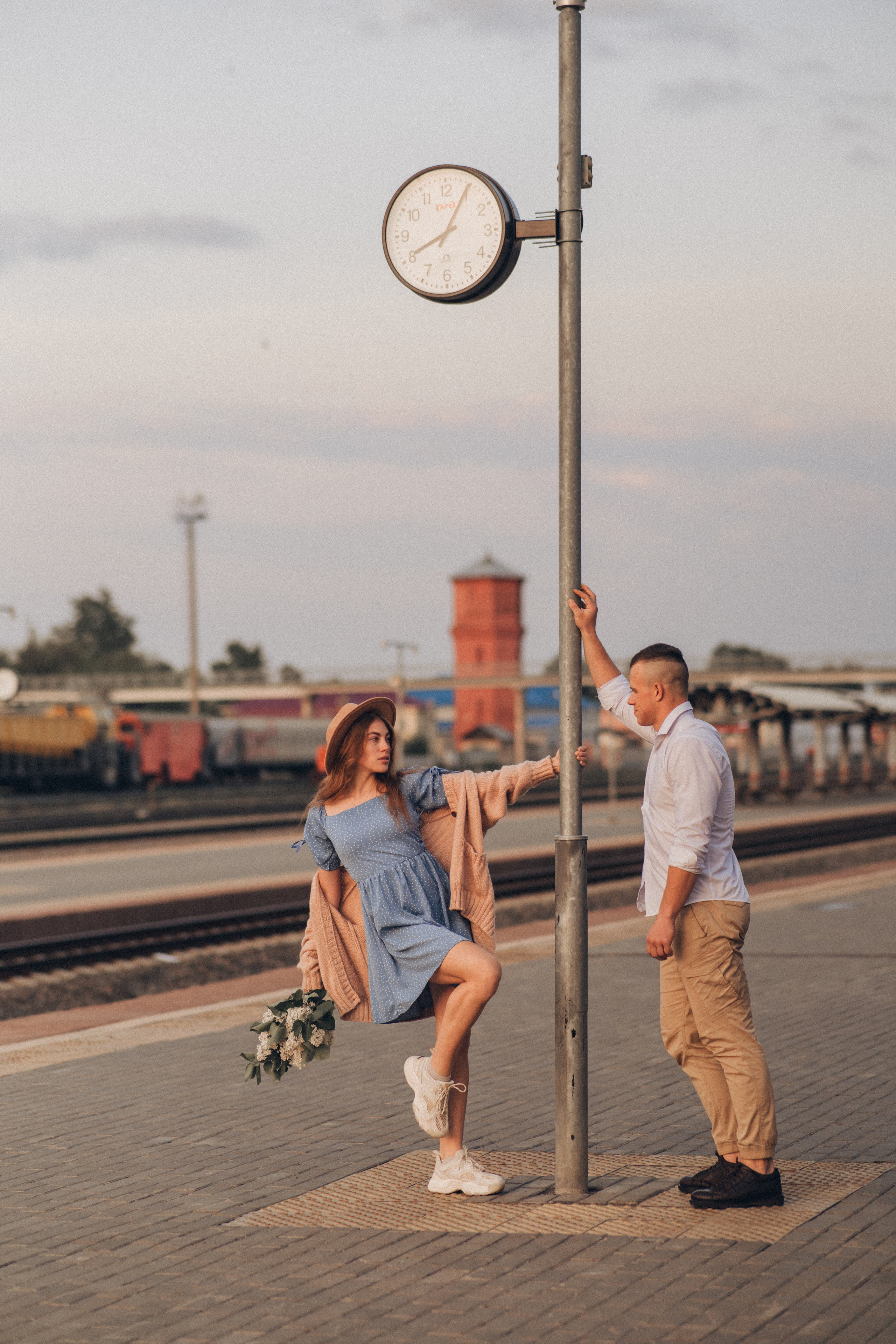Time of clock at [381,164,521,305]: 8:04
